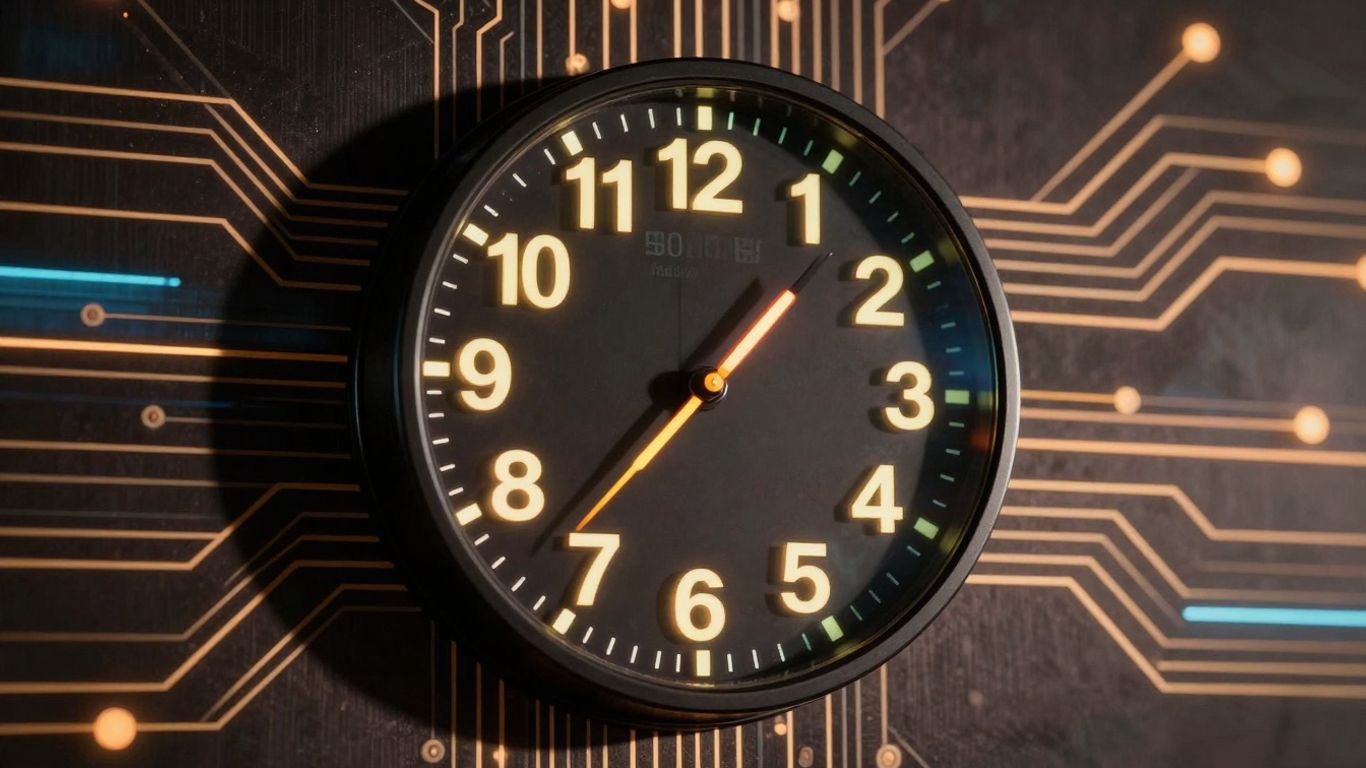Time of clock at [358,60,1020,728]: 1:36
